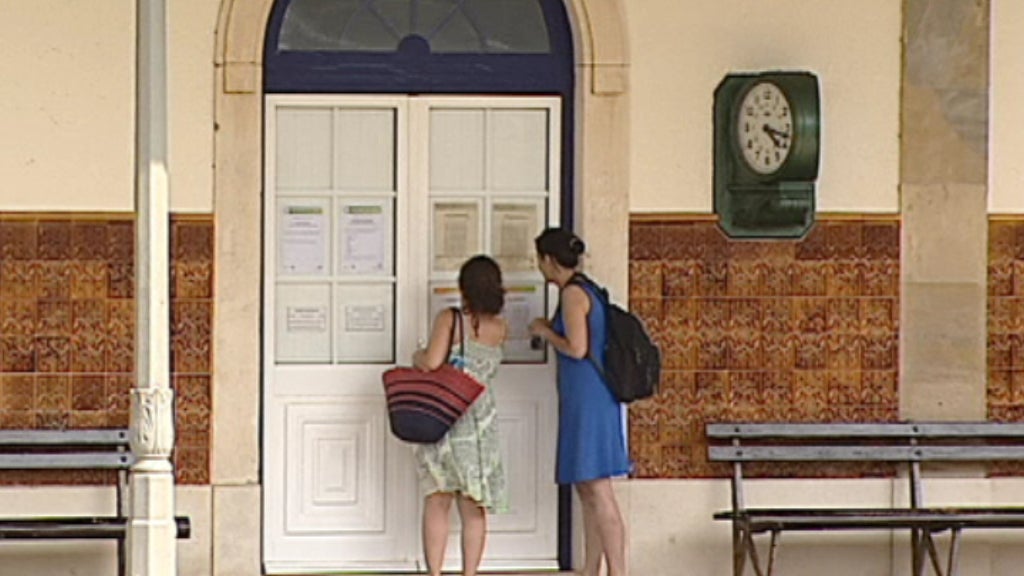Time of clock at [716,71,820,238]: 4:17
